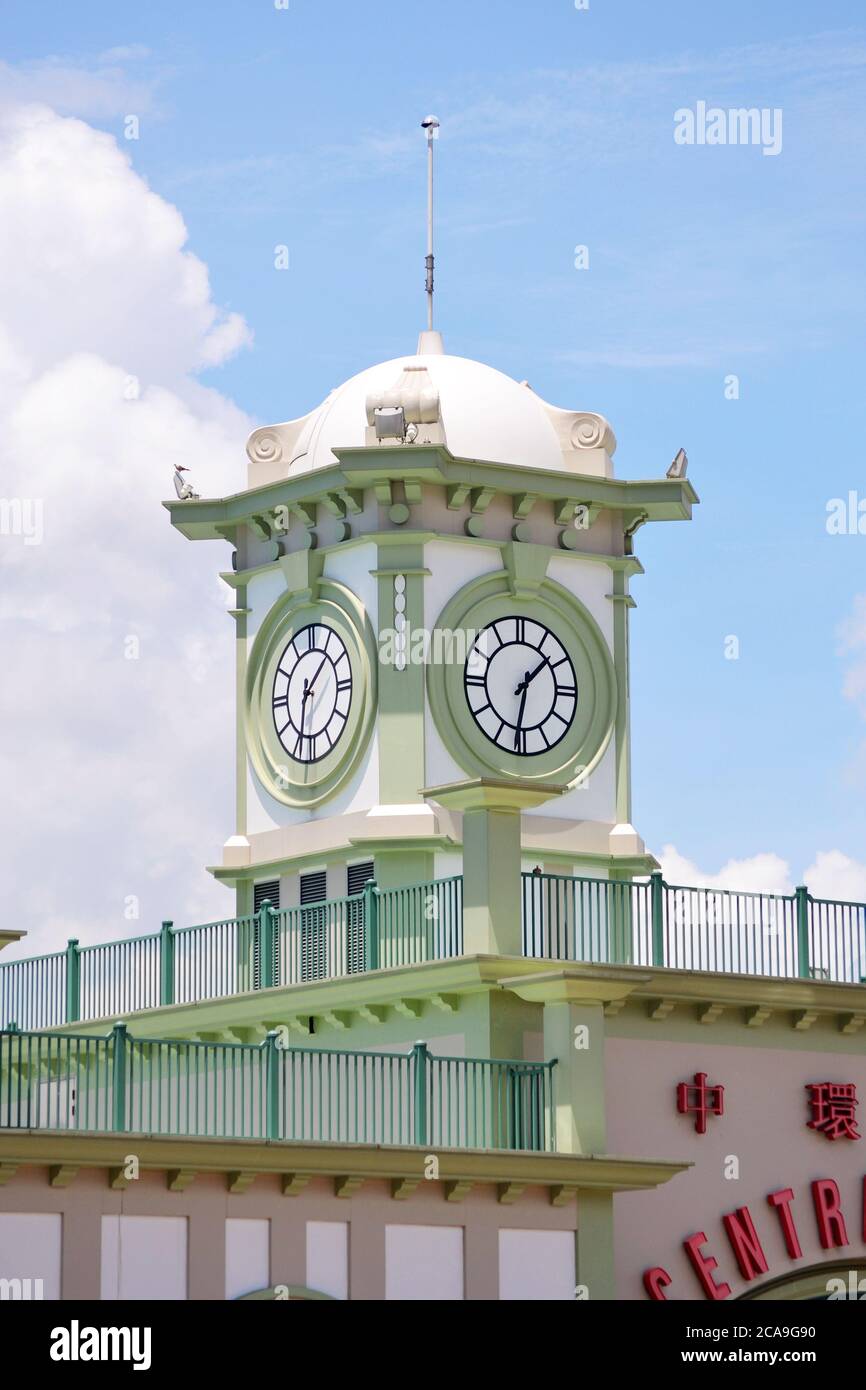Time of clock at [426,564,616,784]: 1:31
